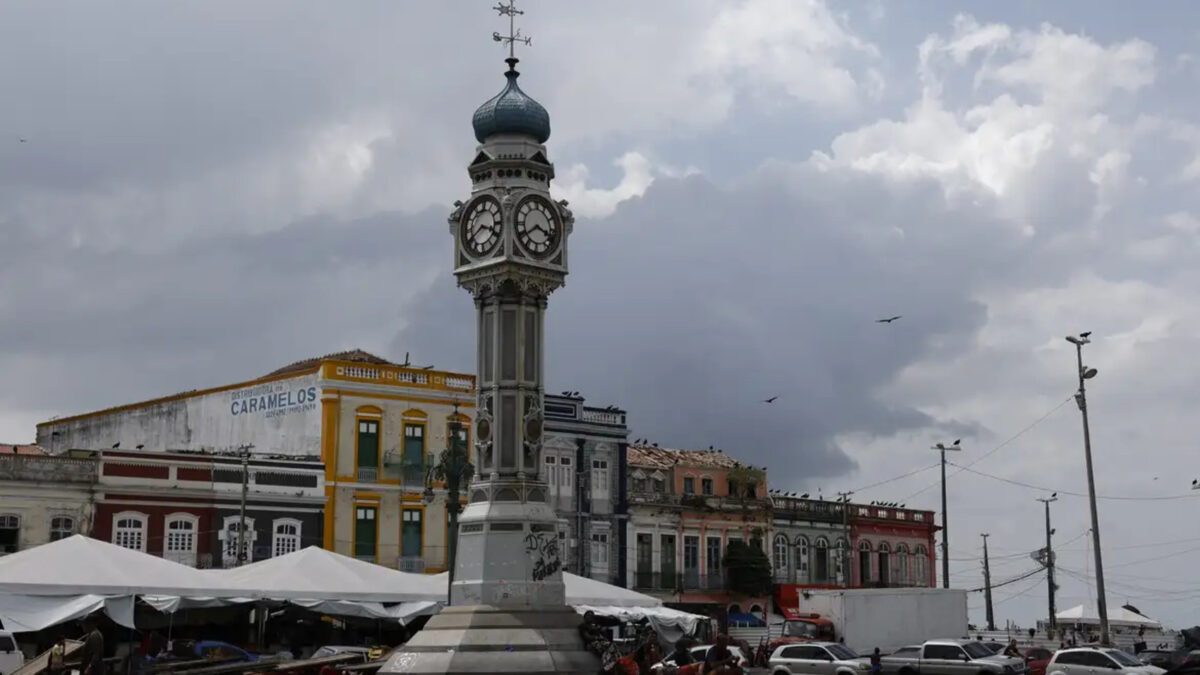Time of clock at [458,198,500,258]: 3:40
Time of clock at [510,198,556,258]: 3:39
